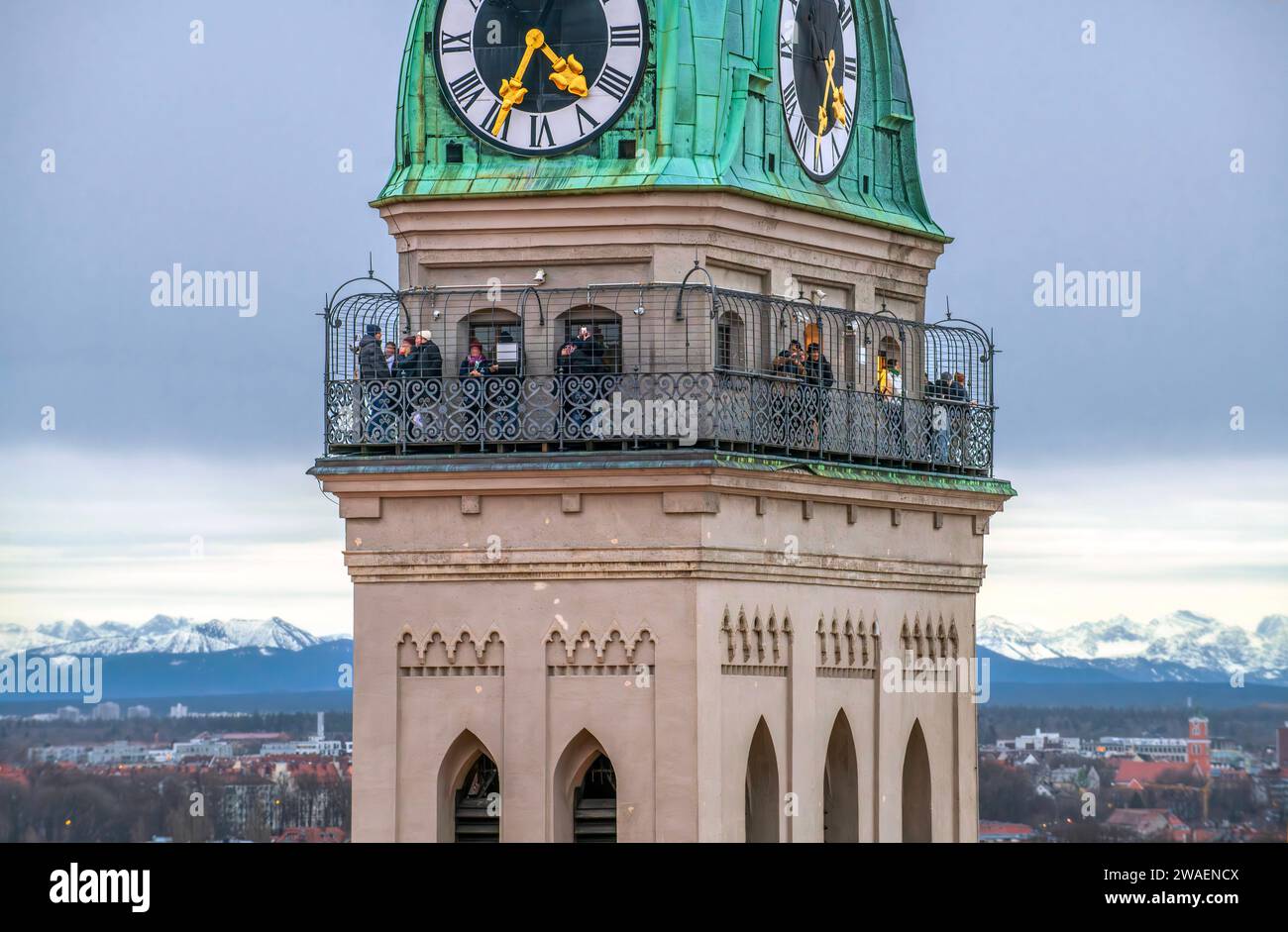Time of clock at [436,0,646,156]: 4:34
